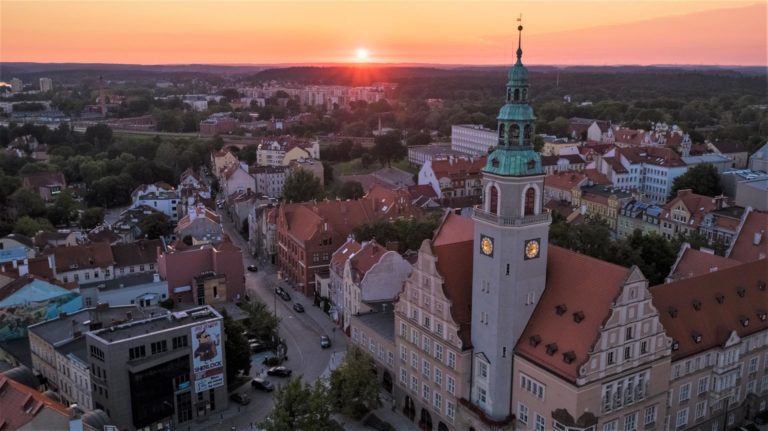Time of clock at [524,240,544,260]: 8:38
